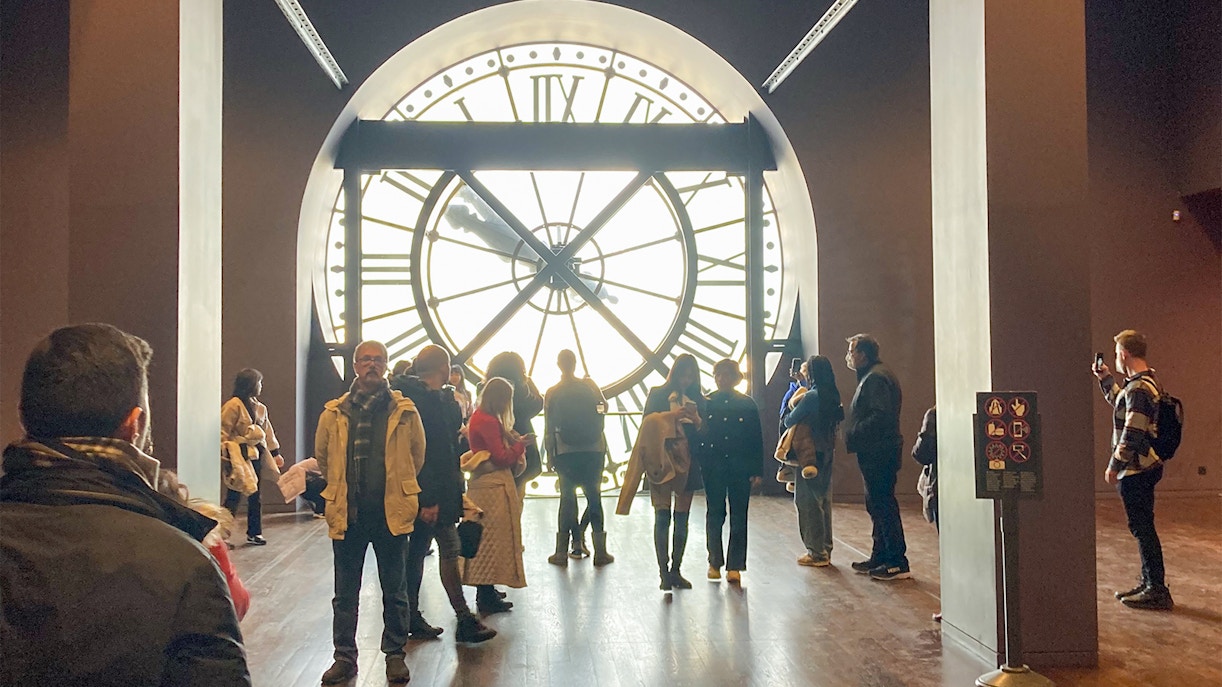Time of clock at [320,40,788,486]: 10:07
